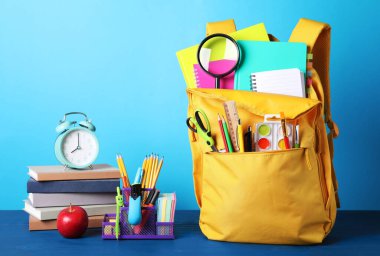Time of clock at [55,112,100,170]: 8:01
